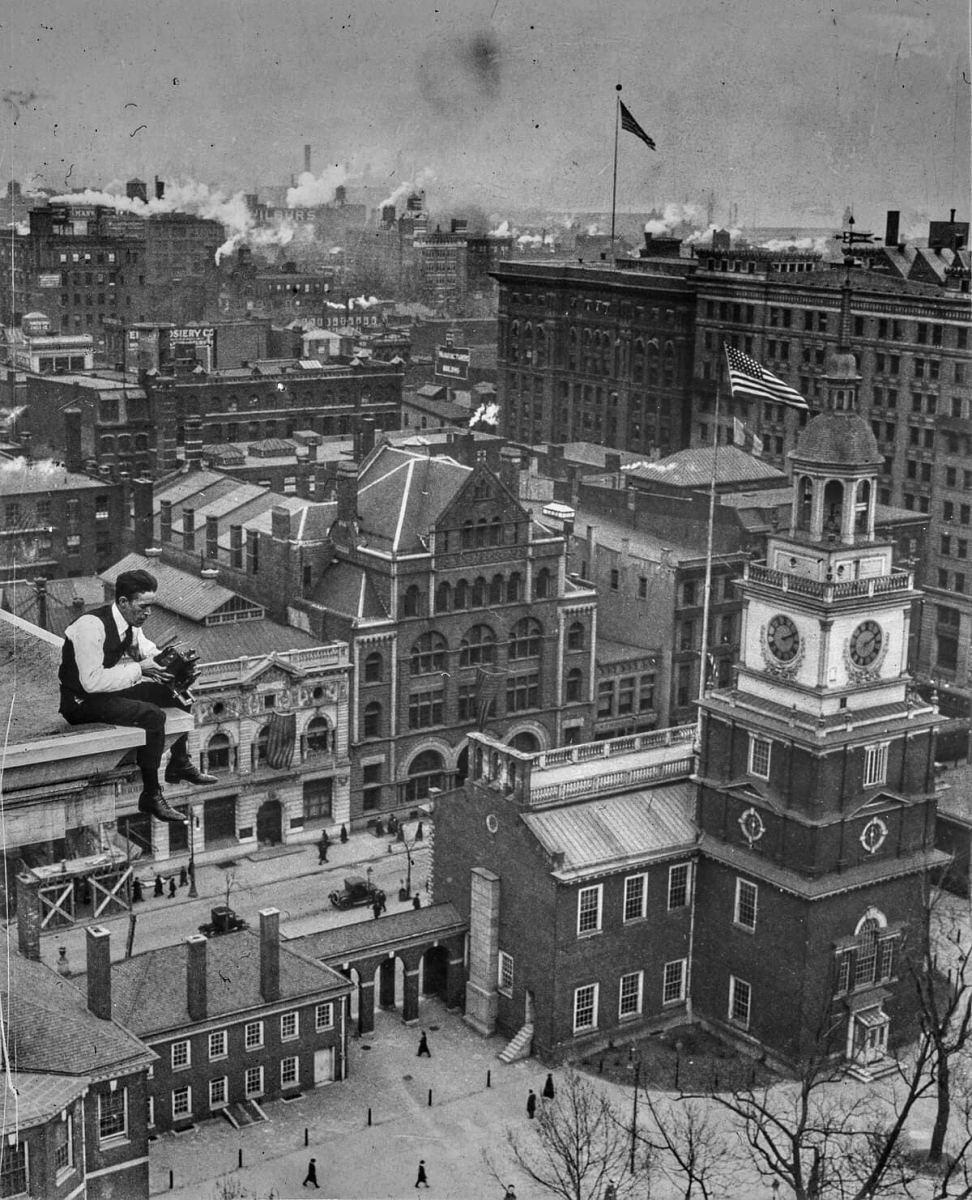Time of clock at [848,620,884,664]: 2:10
